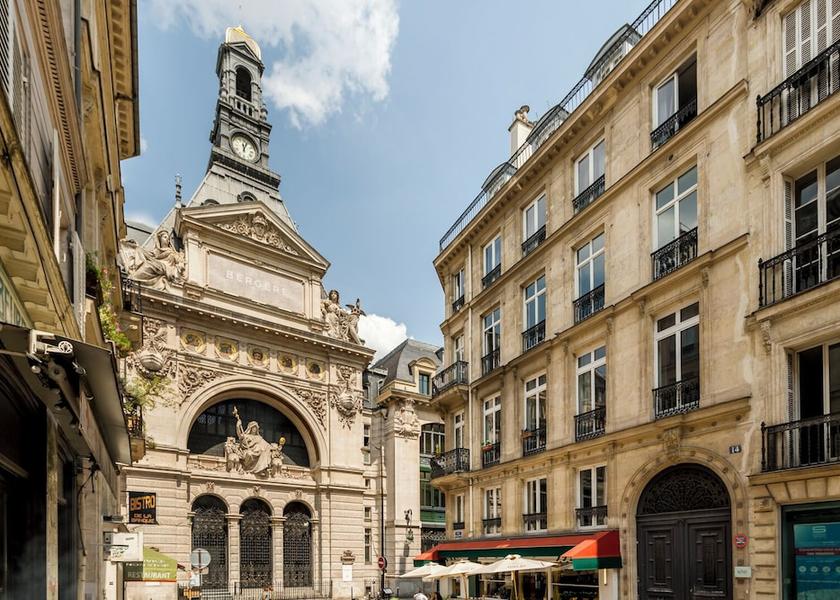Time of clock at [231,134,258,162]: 12:04
